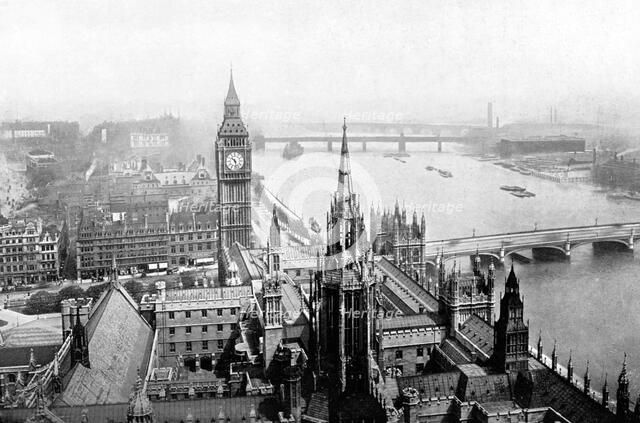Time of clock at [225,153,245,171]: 10:28
